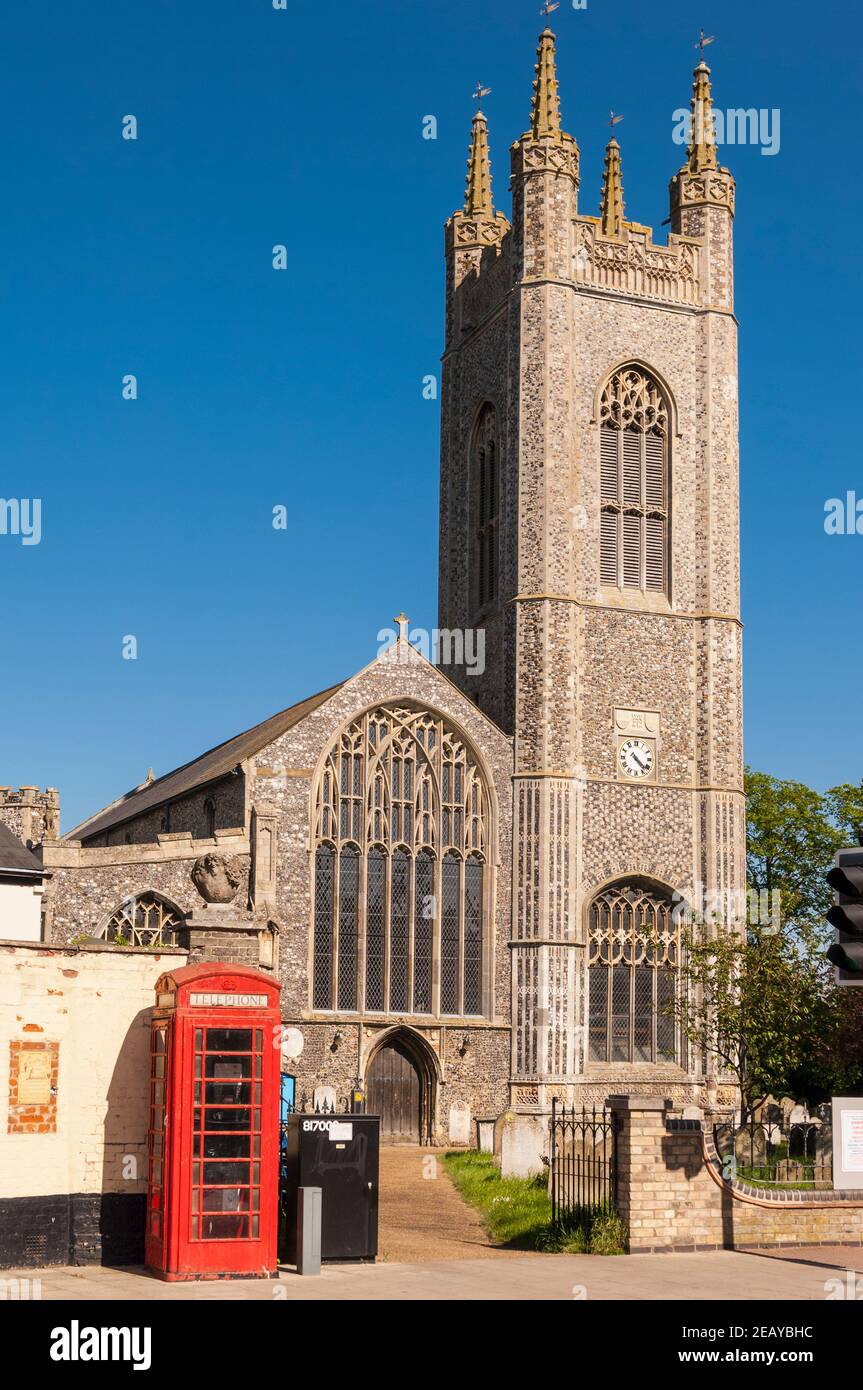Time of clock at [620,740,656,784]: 4:22
